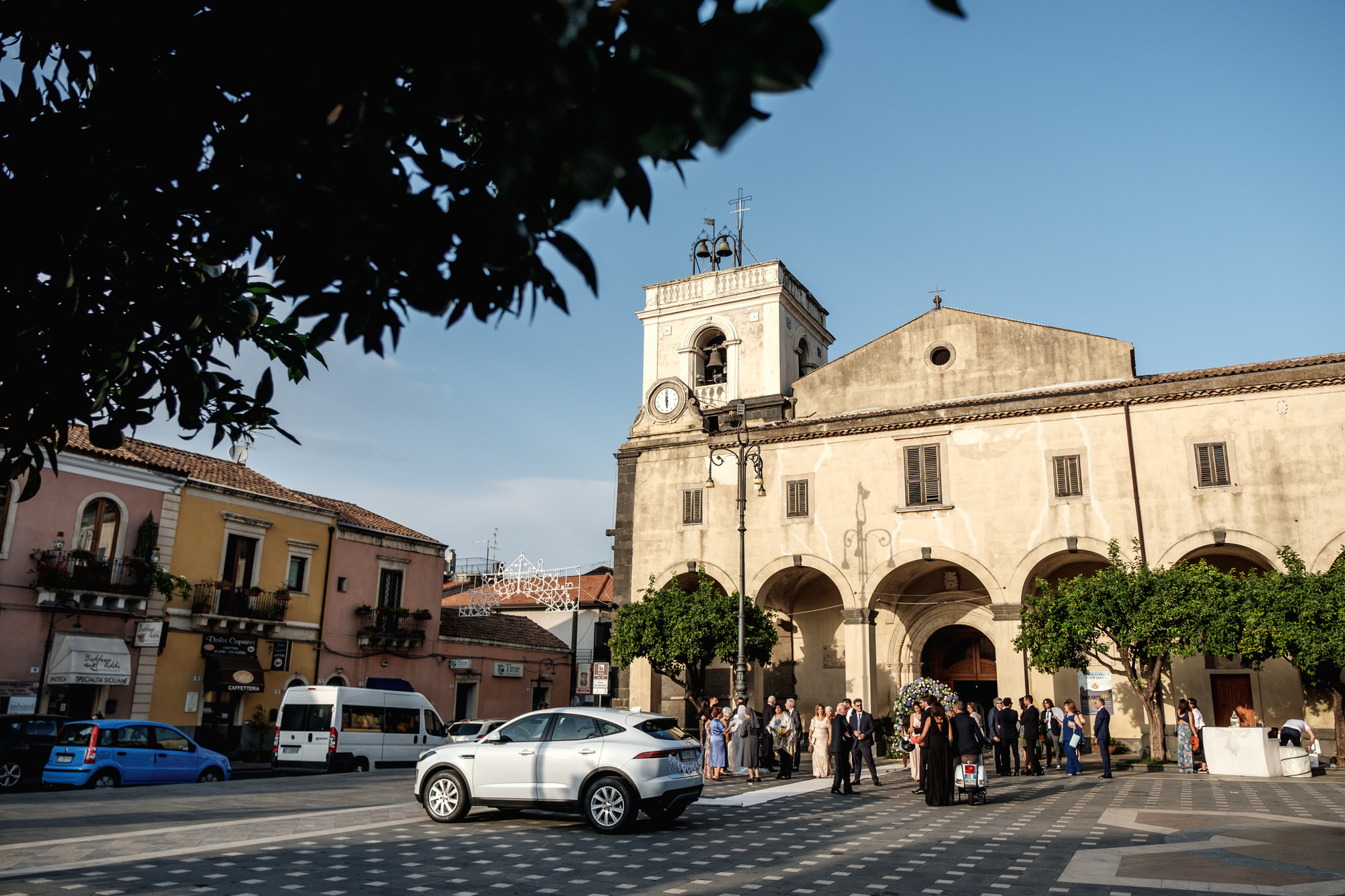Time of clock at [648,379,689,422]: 5:59
